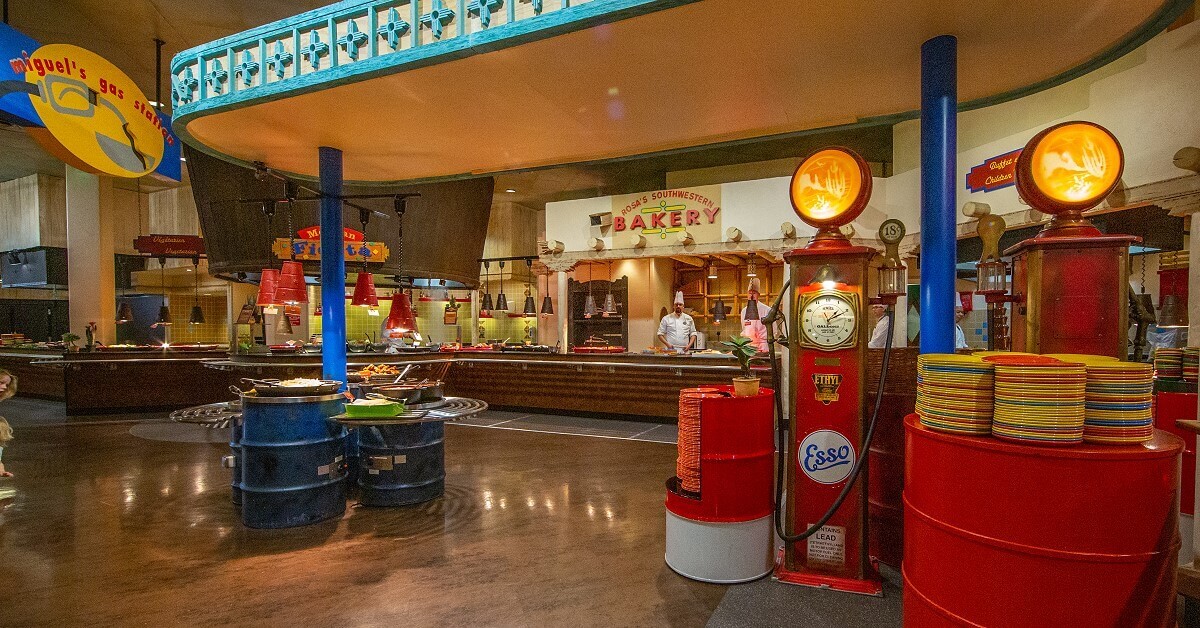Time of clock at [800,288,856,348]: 1:10
